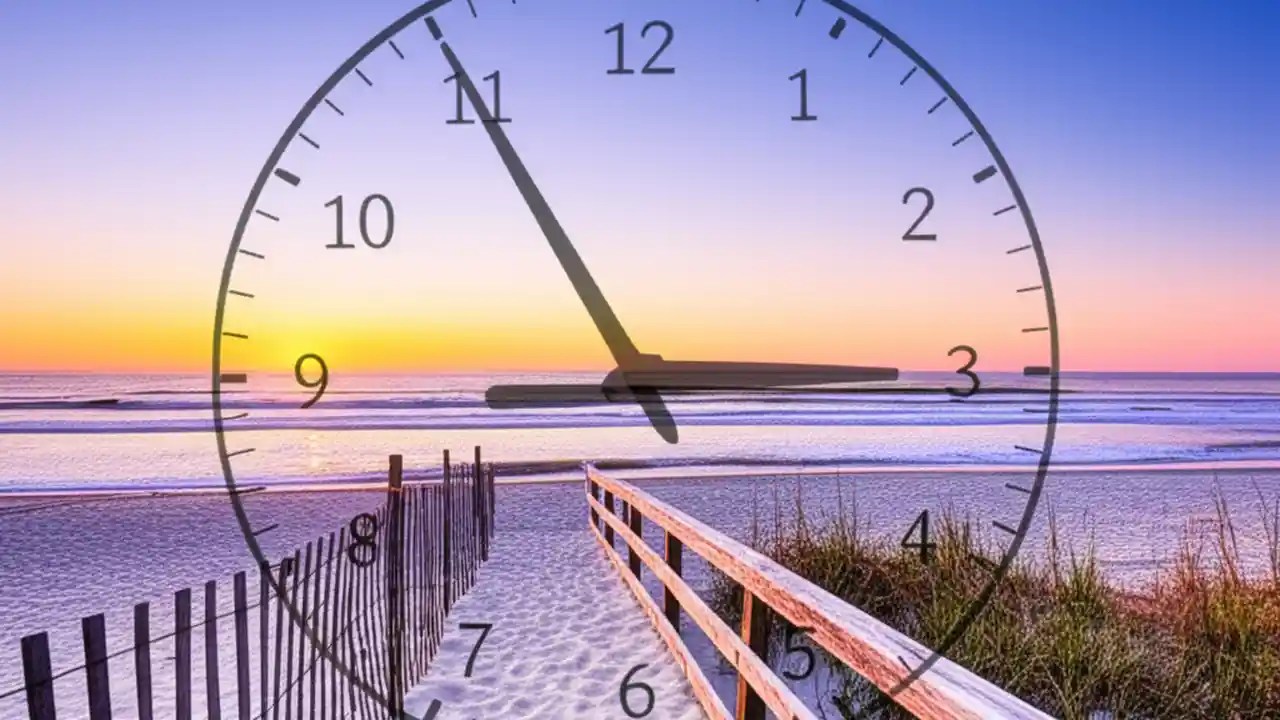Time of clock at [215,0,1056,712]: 2:55
